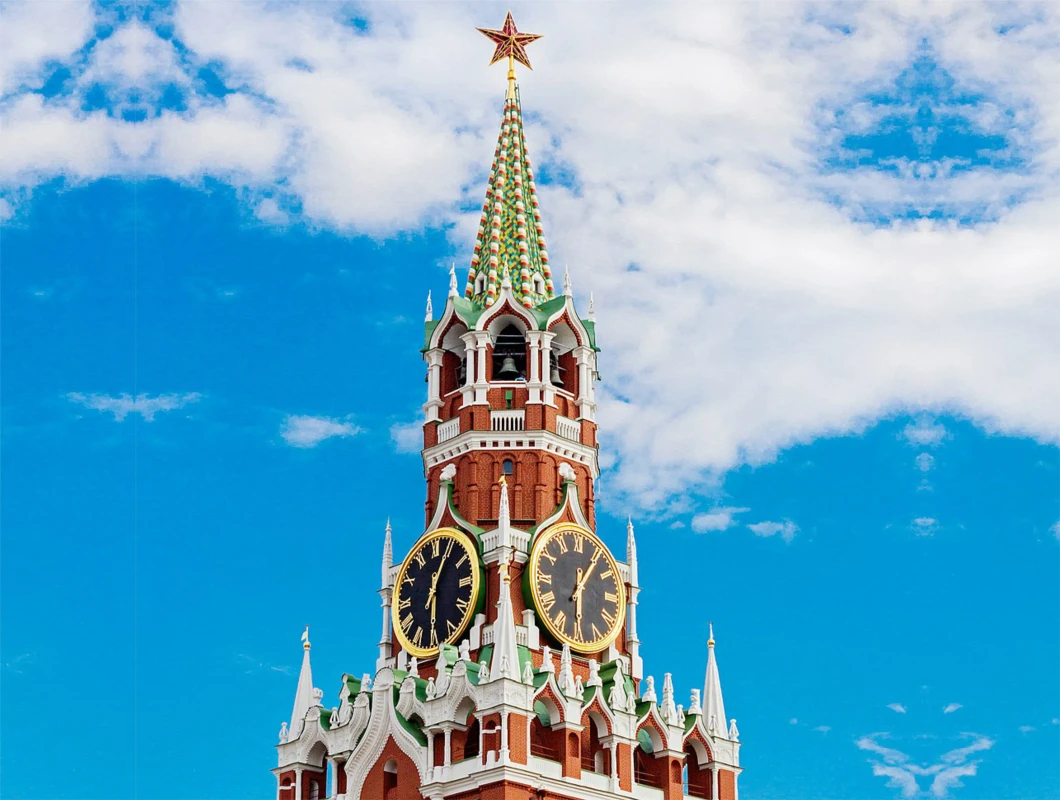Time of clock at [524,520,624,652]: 6:06
